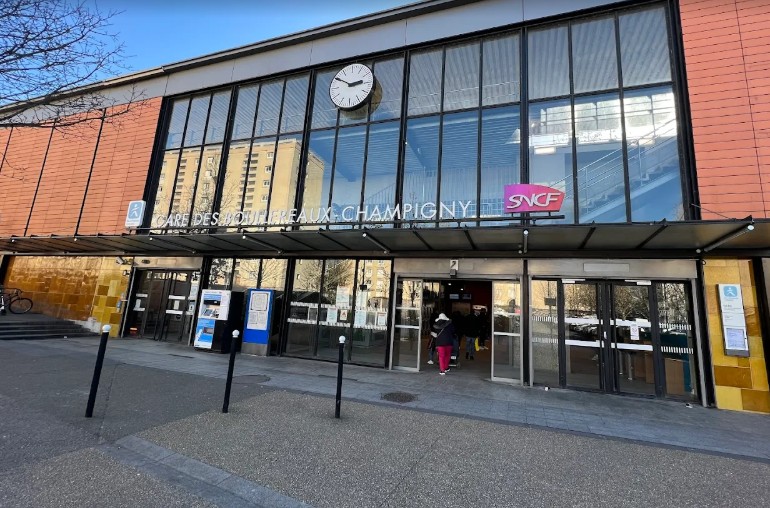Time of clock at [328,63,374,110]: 2:50
